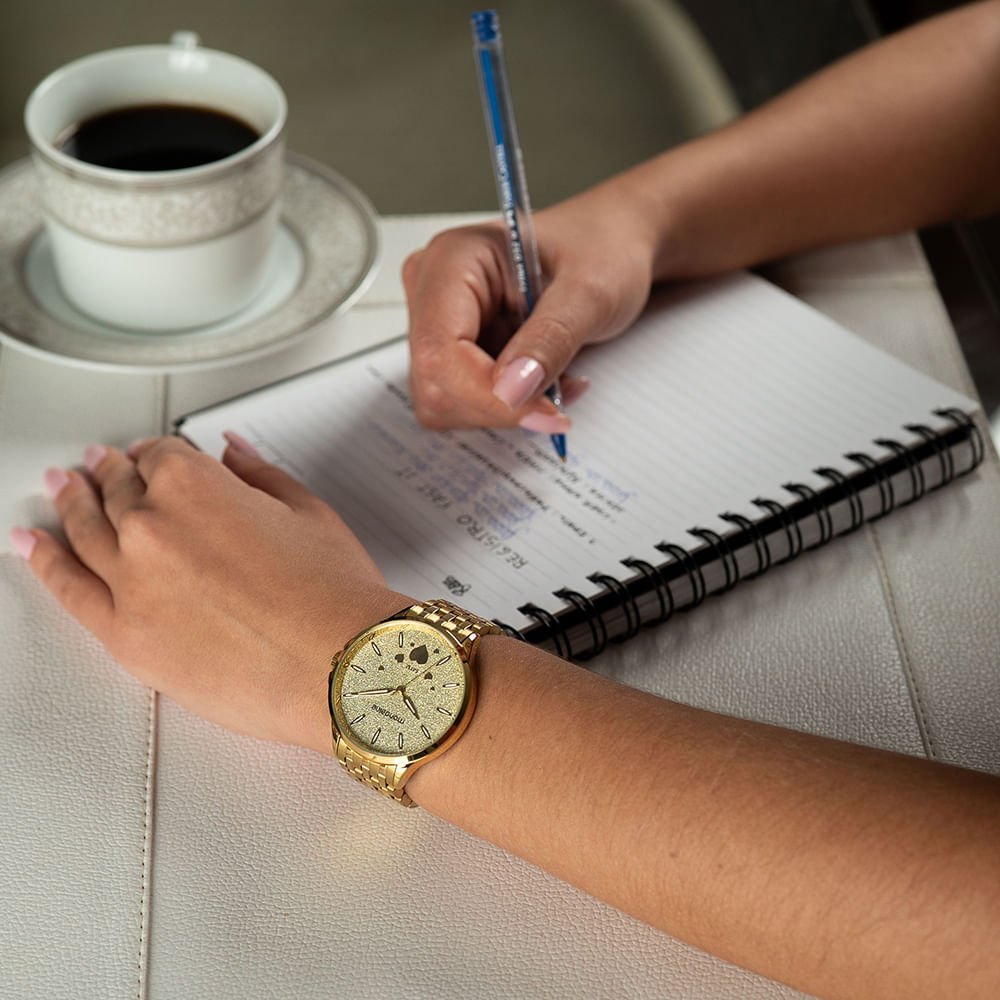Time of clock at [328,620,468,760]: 4:45
